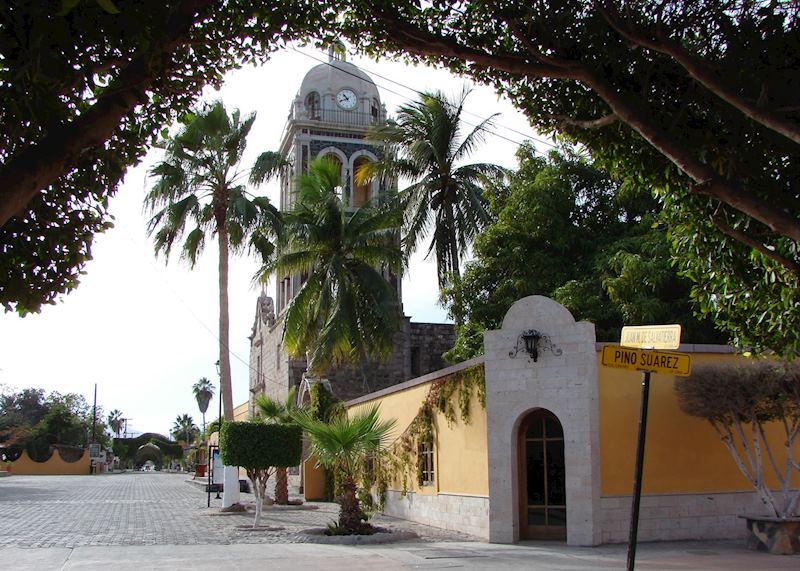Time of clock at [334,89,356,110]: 10:41
